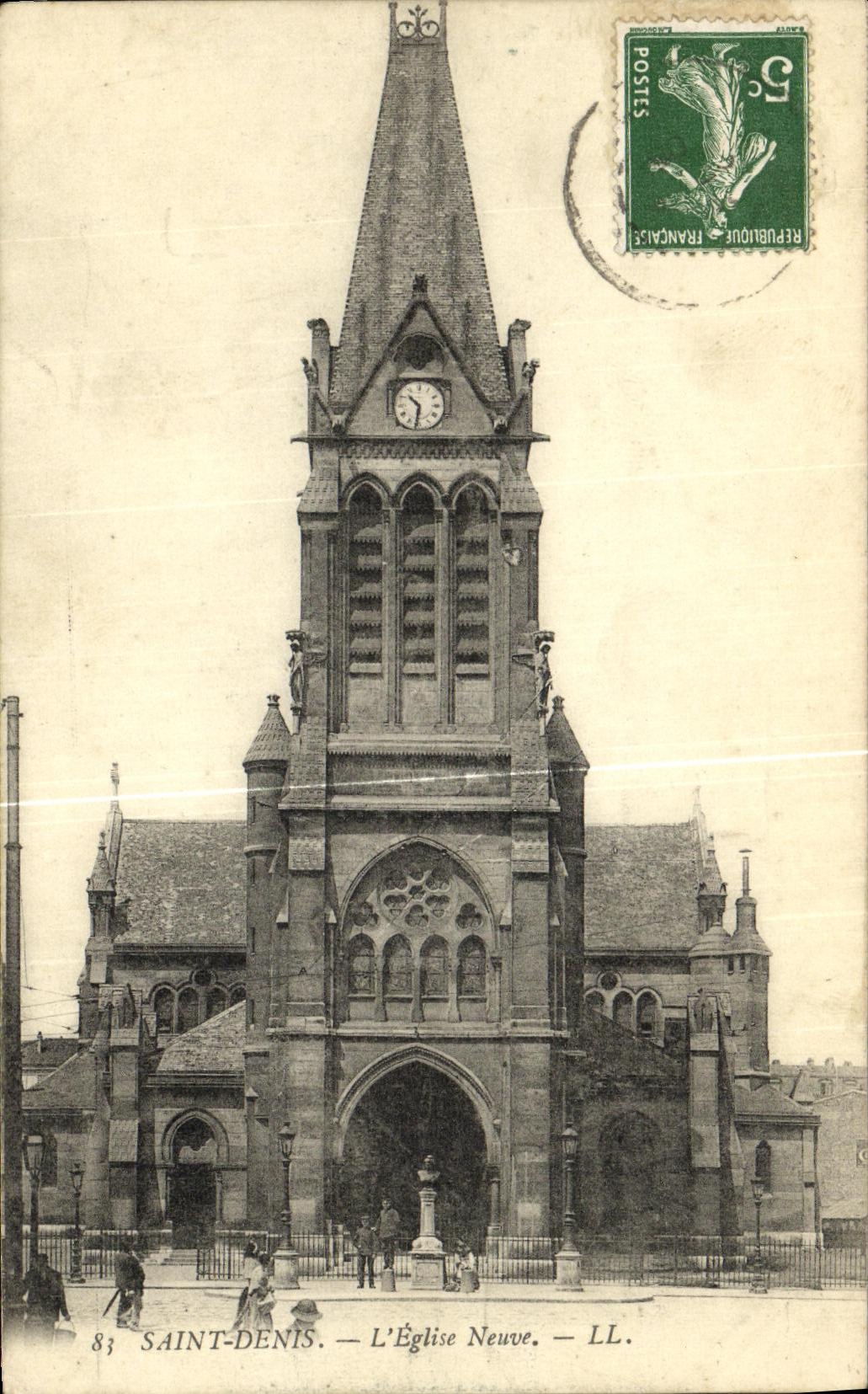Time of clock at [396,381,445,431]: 10:31
